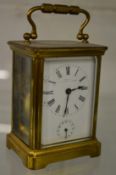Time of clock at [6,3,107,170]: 6:13
